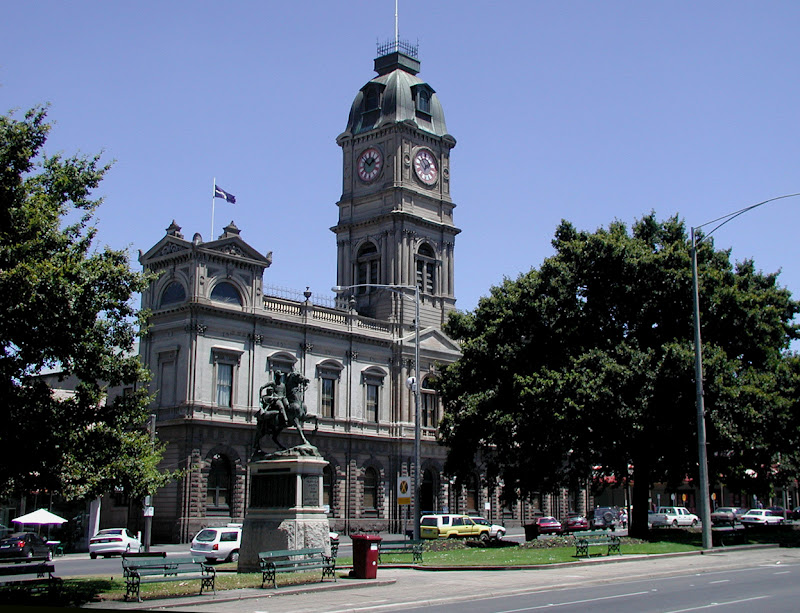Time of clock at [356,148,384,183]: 1:52
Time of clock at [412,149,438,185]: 1:53
